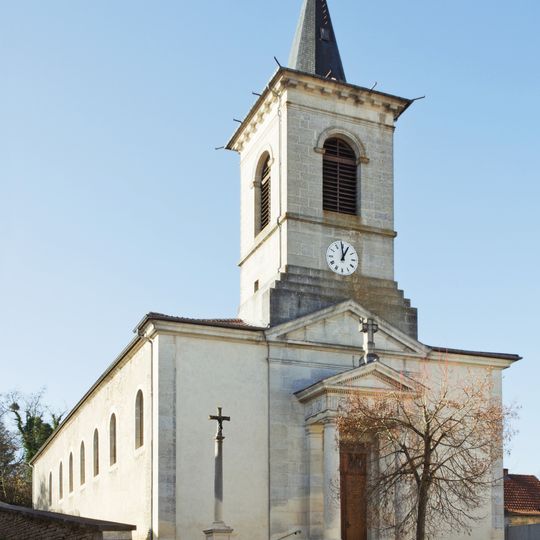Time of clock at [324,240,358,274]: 12:59
